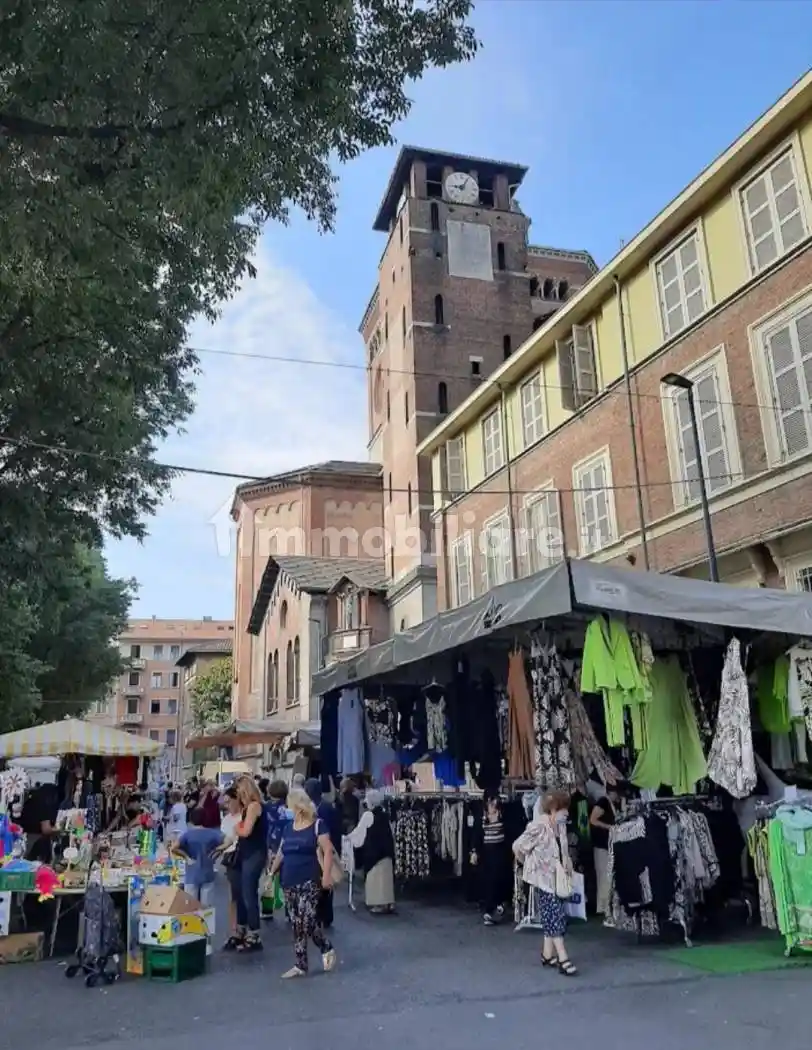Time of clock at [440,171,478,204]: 9:05
